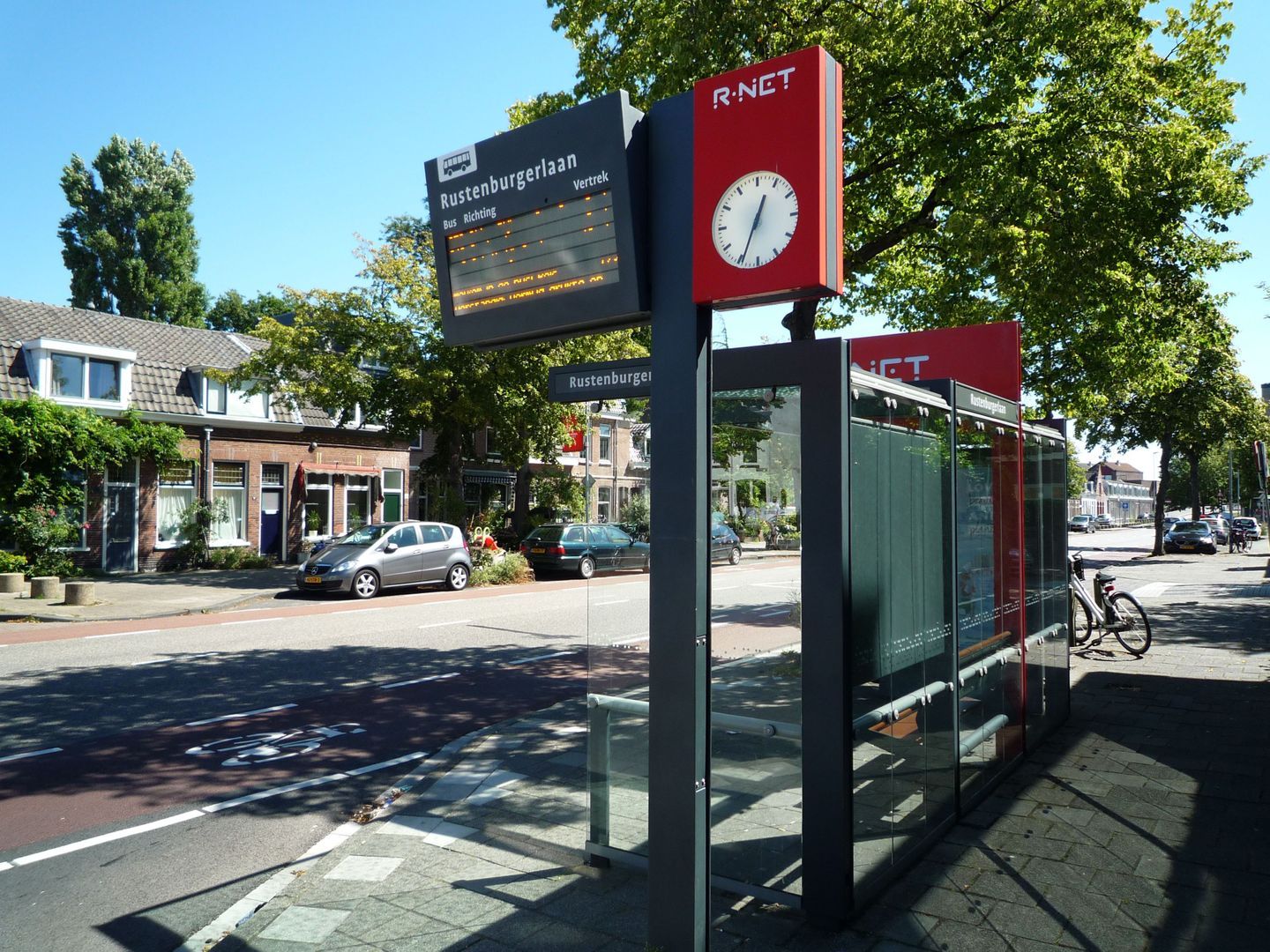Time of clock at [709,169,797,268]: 12:34
